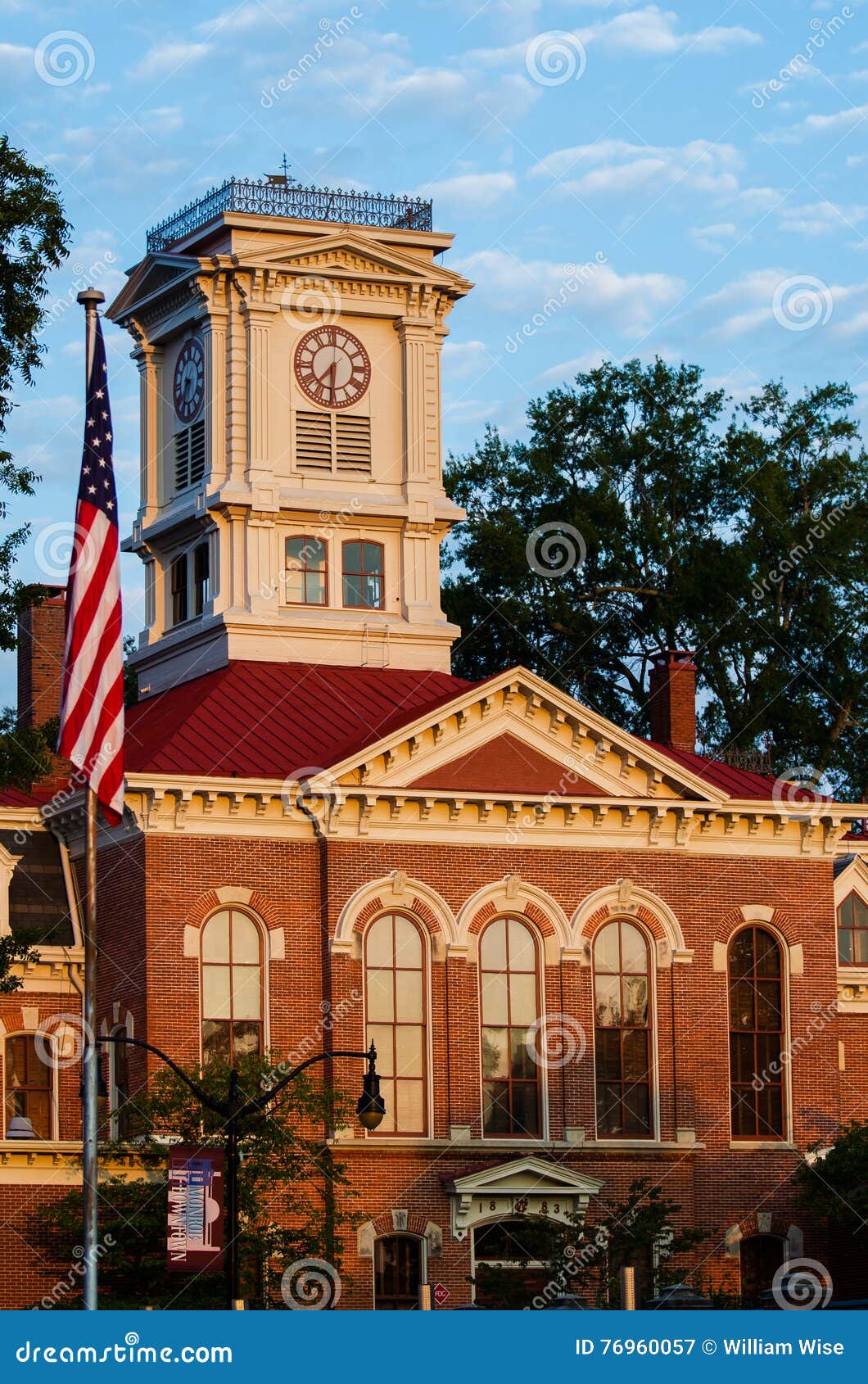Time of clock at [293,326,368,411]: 7:30
